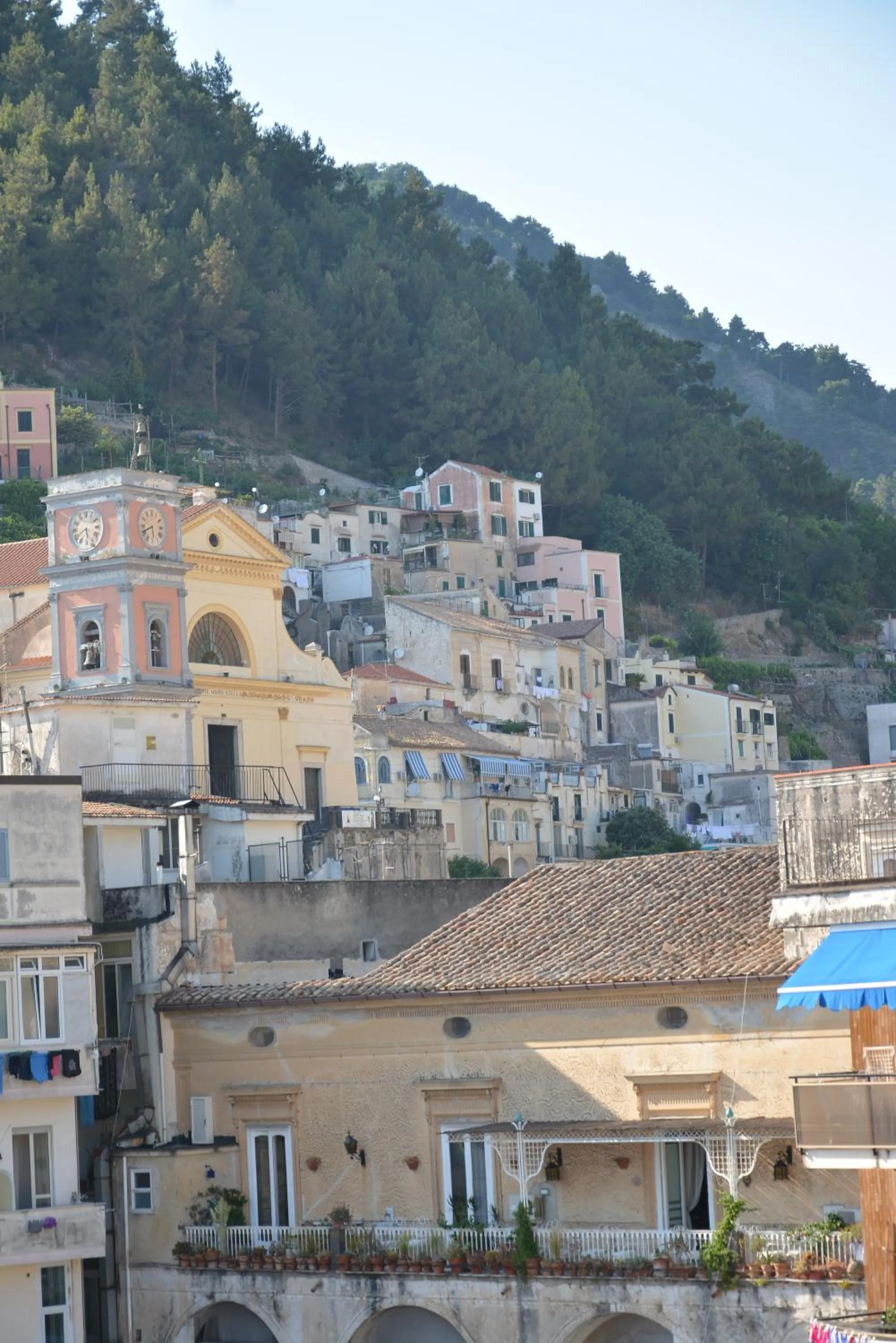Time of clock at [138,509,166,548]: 5:41
